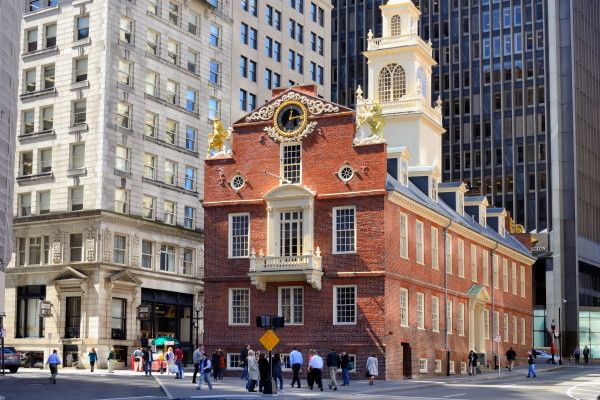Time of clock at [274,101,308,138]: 12:13
